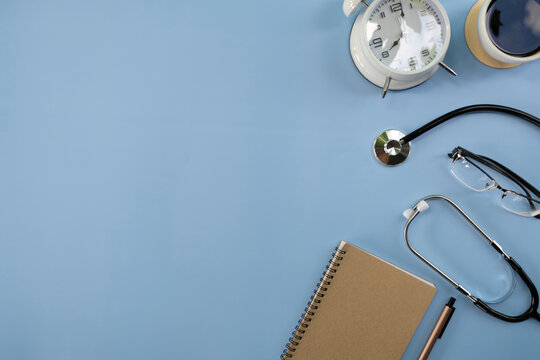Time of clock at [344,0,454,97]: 8:02
